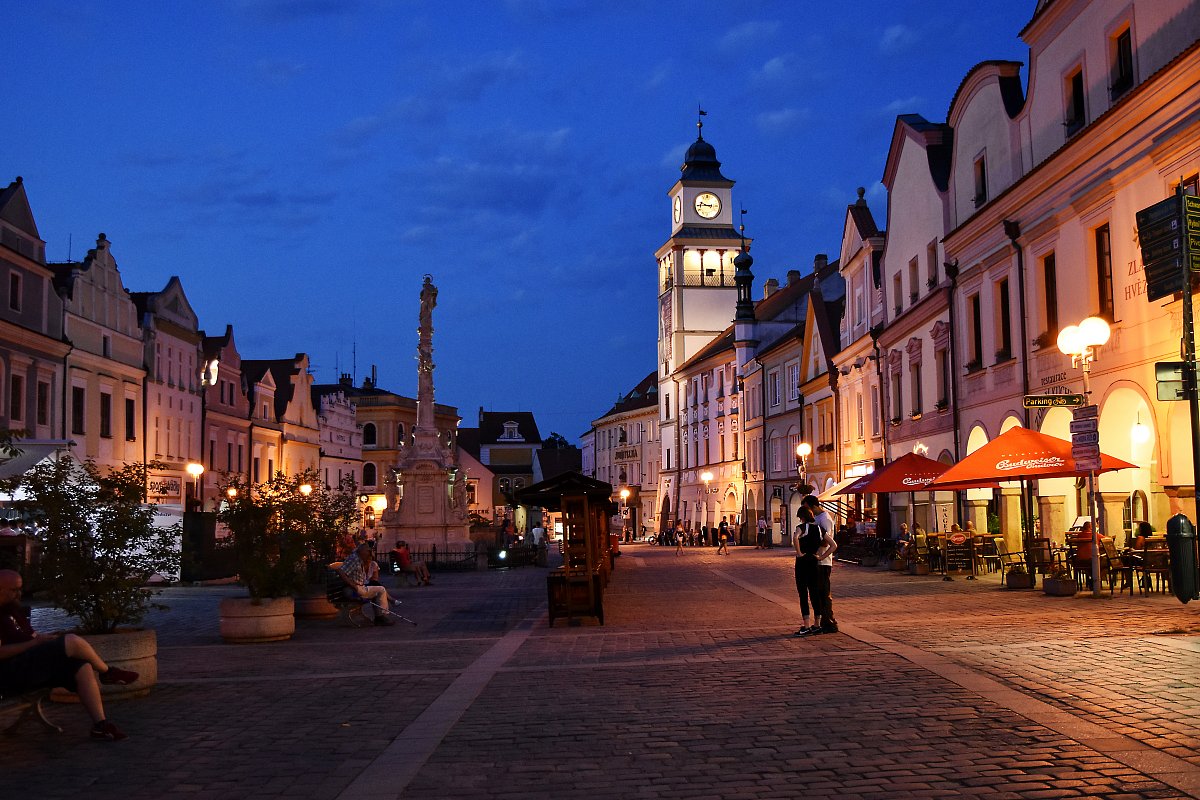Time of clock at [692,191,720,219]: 9:45
